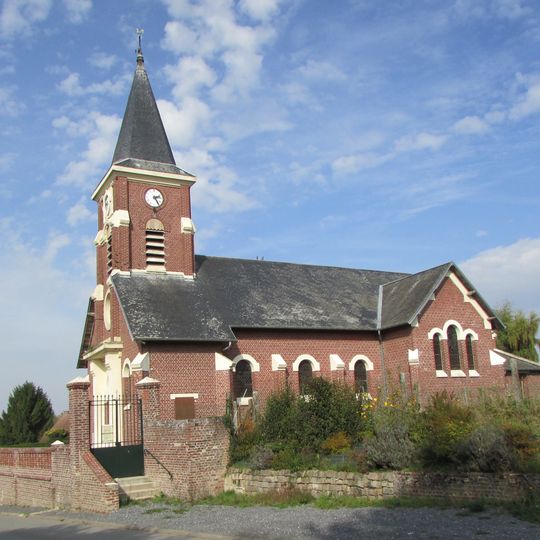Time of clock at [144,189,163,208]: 2:24
